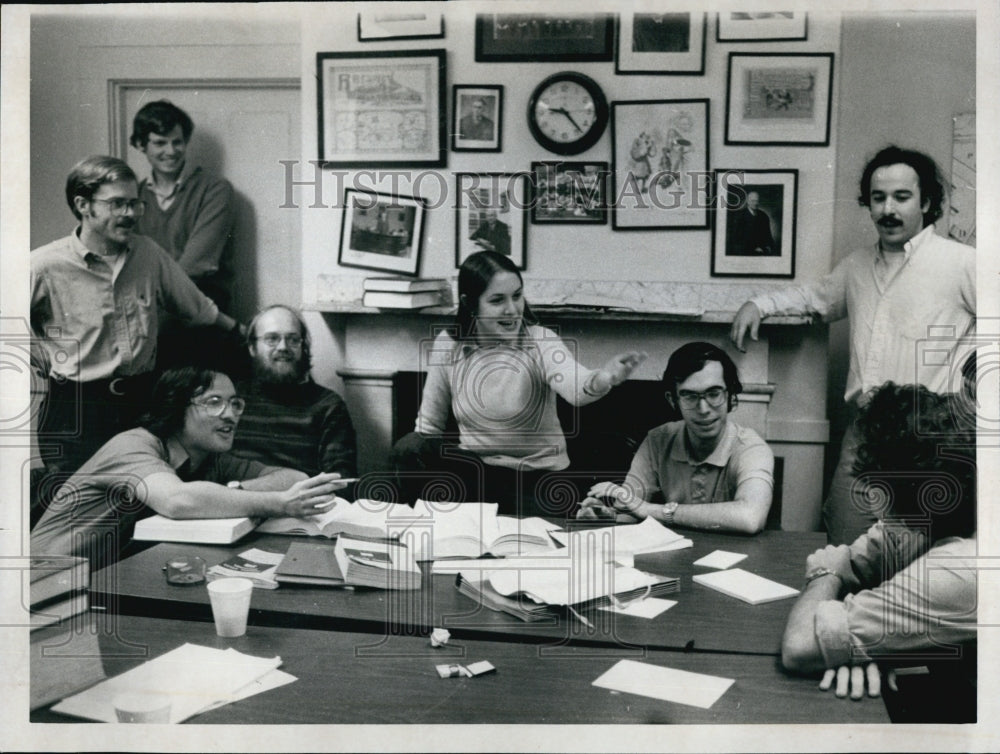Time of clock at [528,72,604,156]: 9:23
